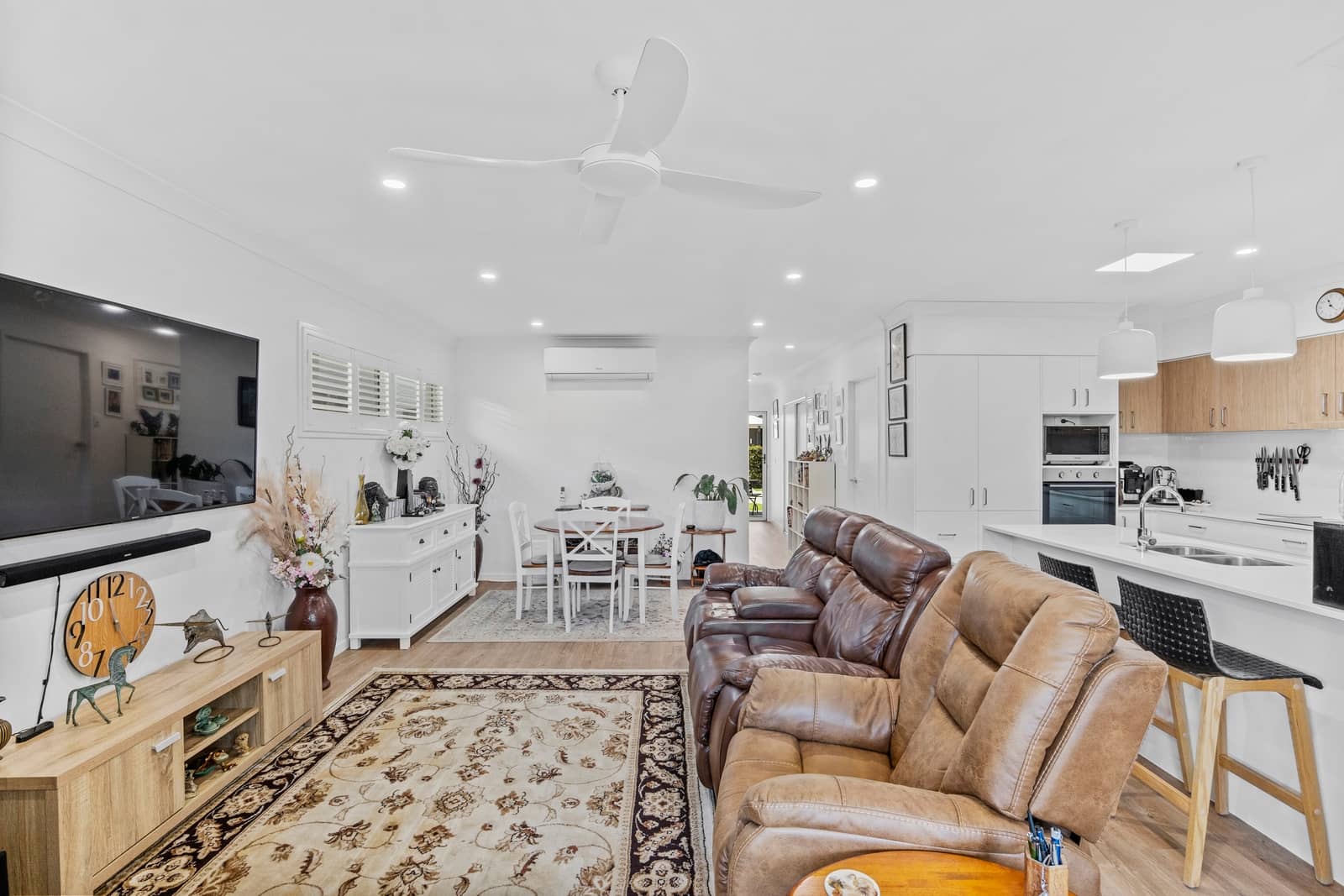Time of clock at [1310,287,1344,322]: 11:22
